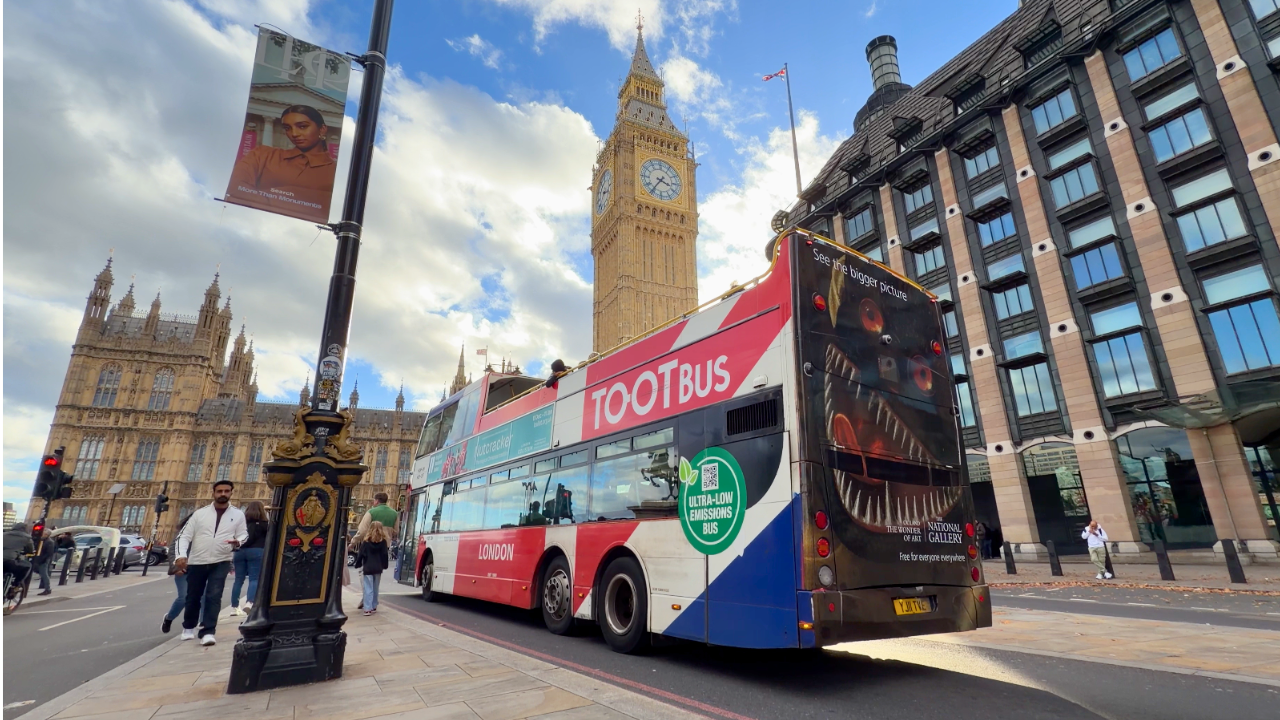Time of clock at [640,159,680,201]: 3:36
